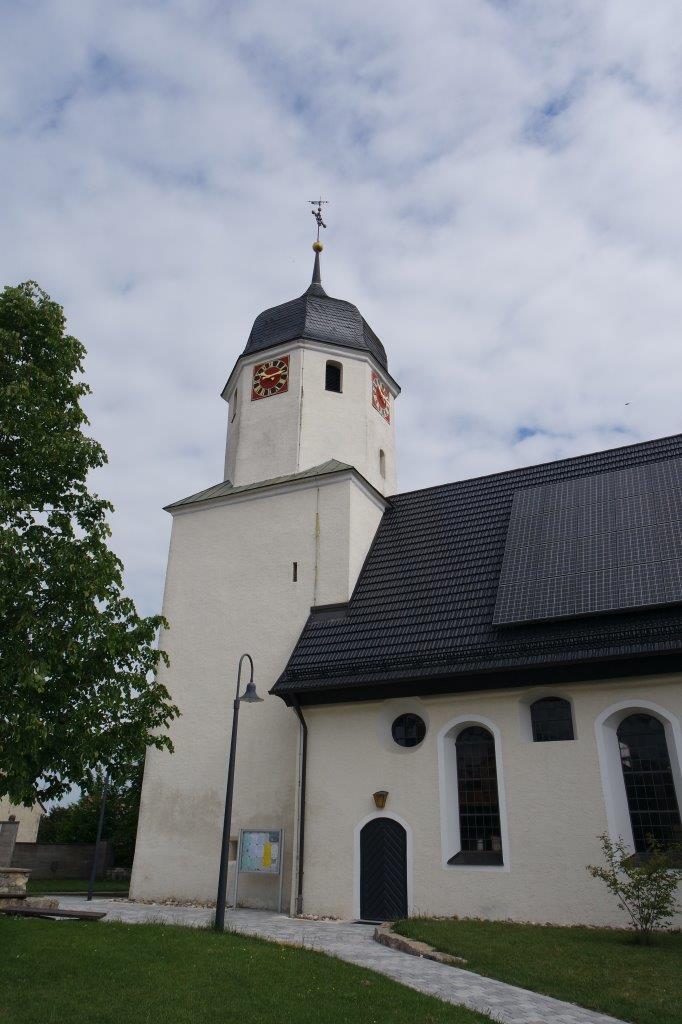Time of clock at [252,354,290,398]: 9:12
